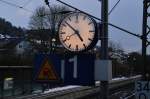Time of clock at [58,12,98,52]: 4:52
